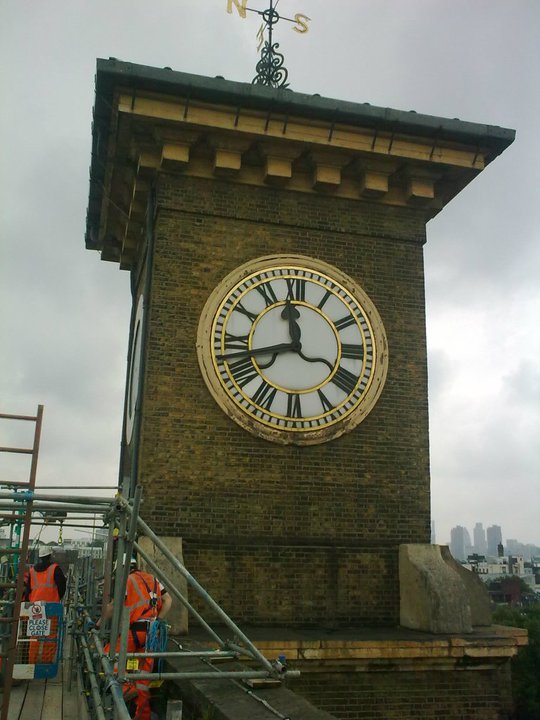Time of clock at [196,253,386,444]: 11:42
